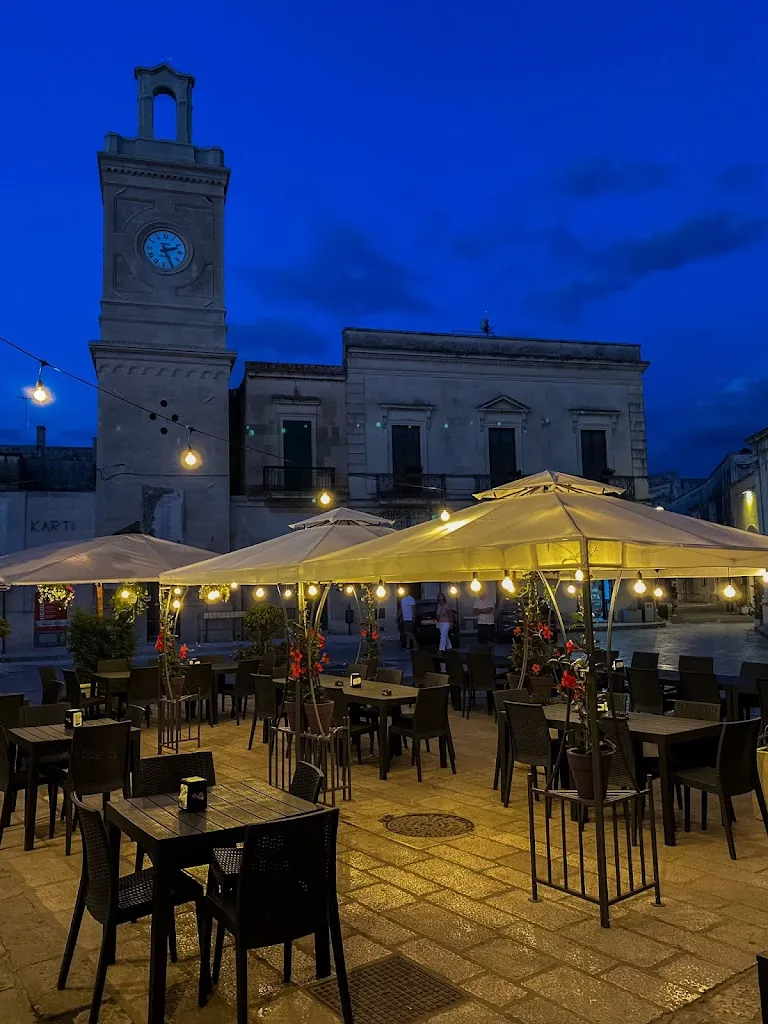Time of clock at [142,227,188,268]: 2:25
